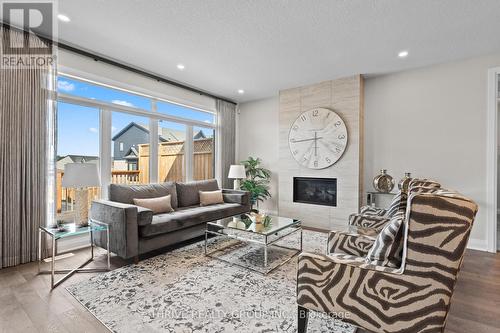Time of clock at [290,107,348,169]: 5:44
